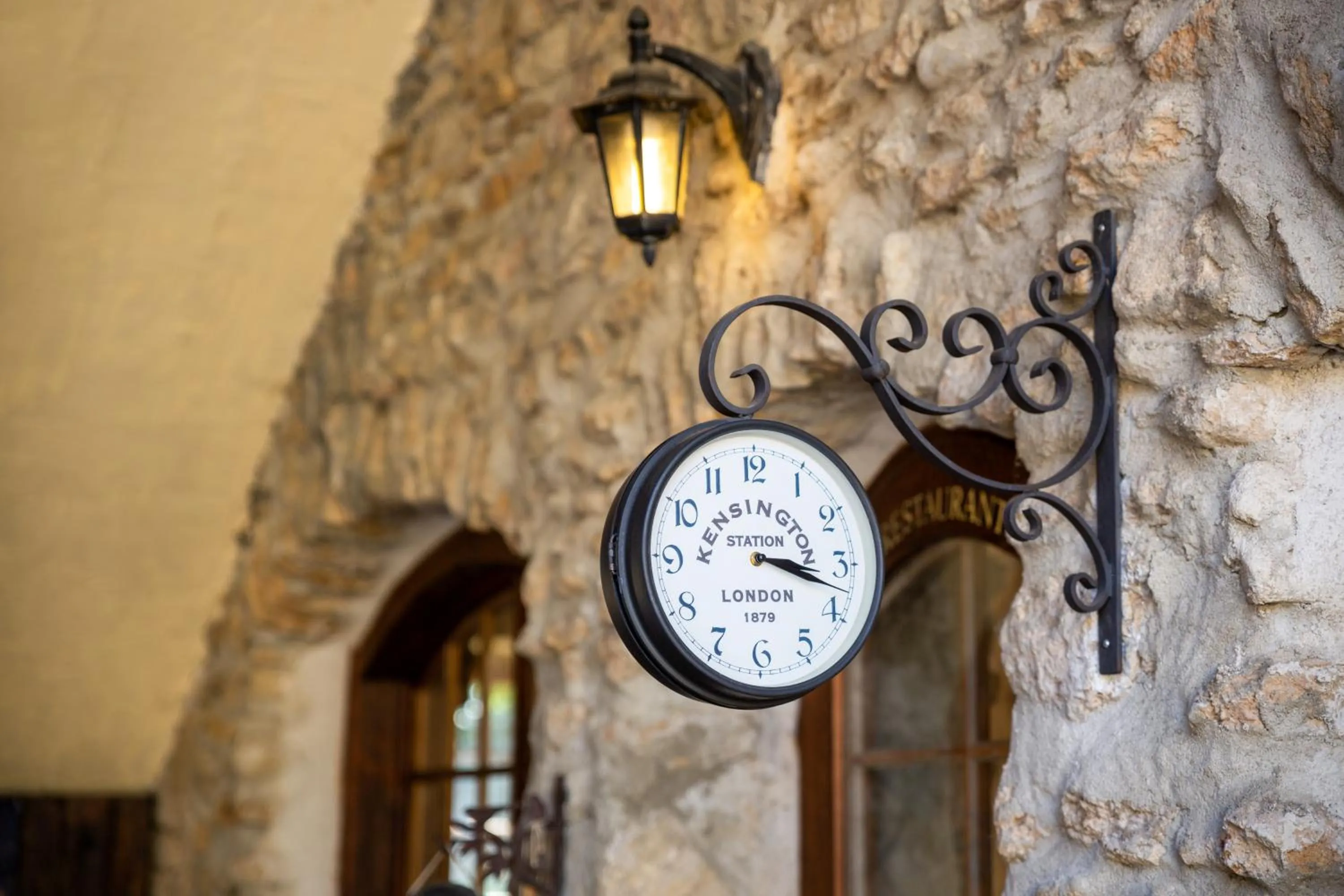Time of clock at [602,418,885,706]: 3:17
